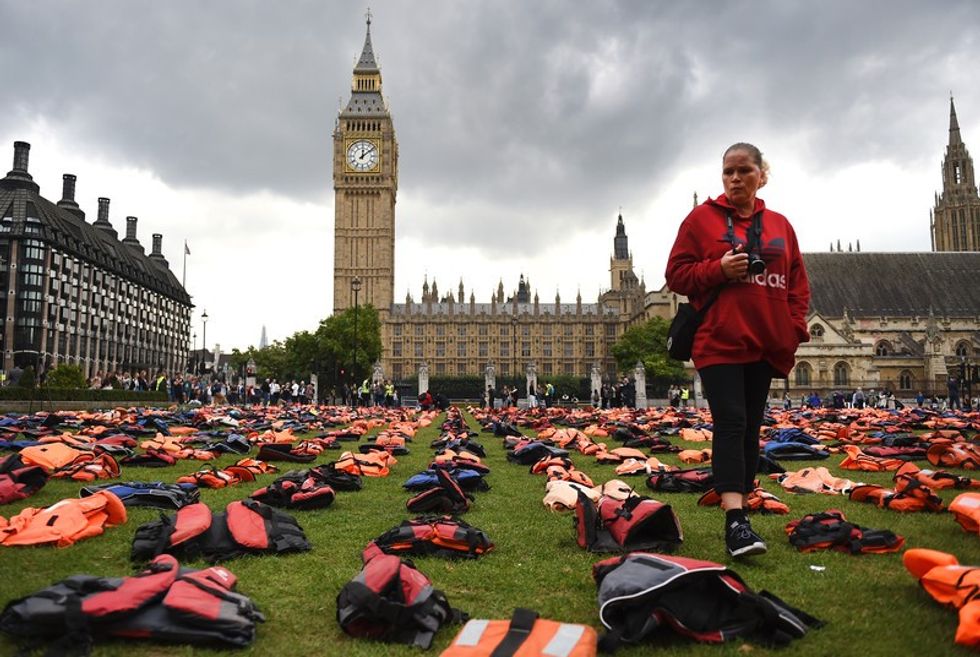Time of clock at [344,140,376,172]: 12:08
